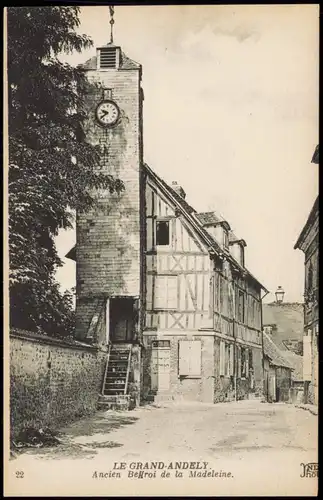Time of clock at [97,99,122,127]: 9:38
